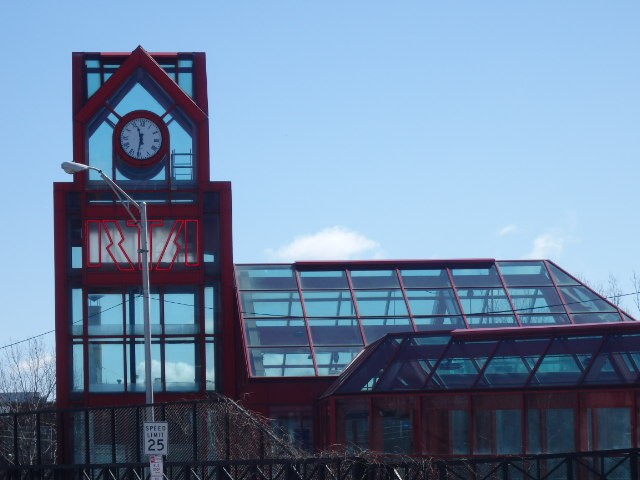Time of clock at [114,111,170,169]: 11:31
